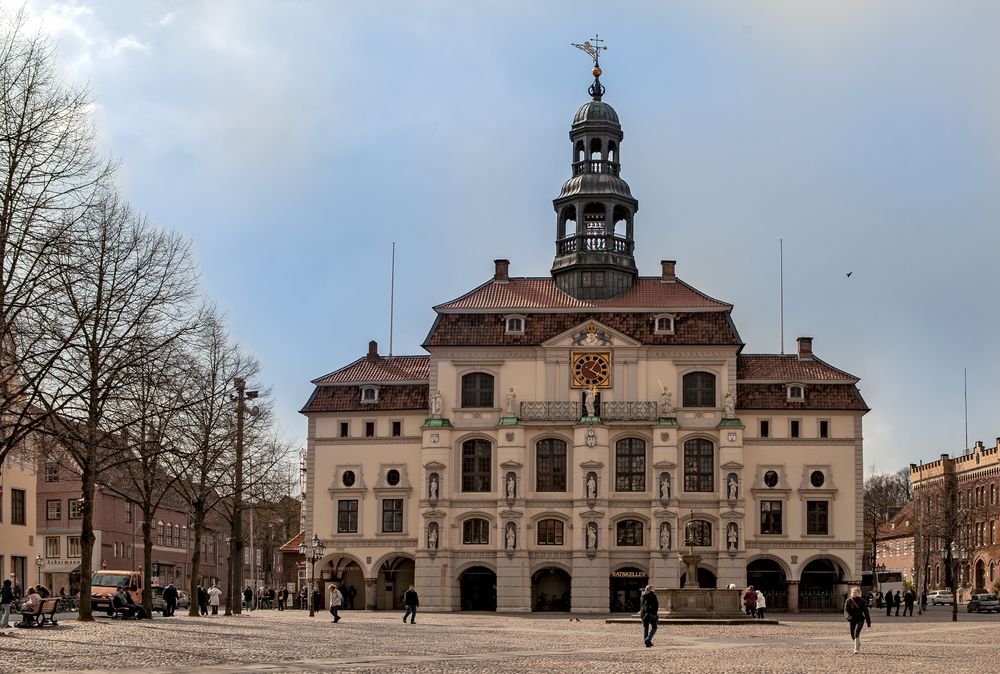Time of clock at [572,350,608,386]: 4:04
